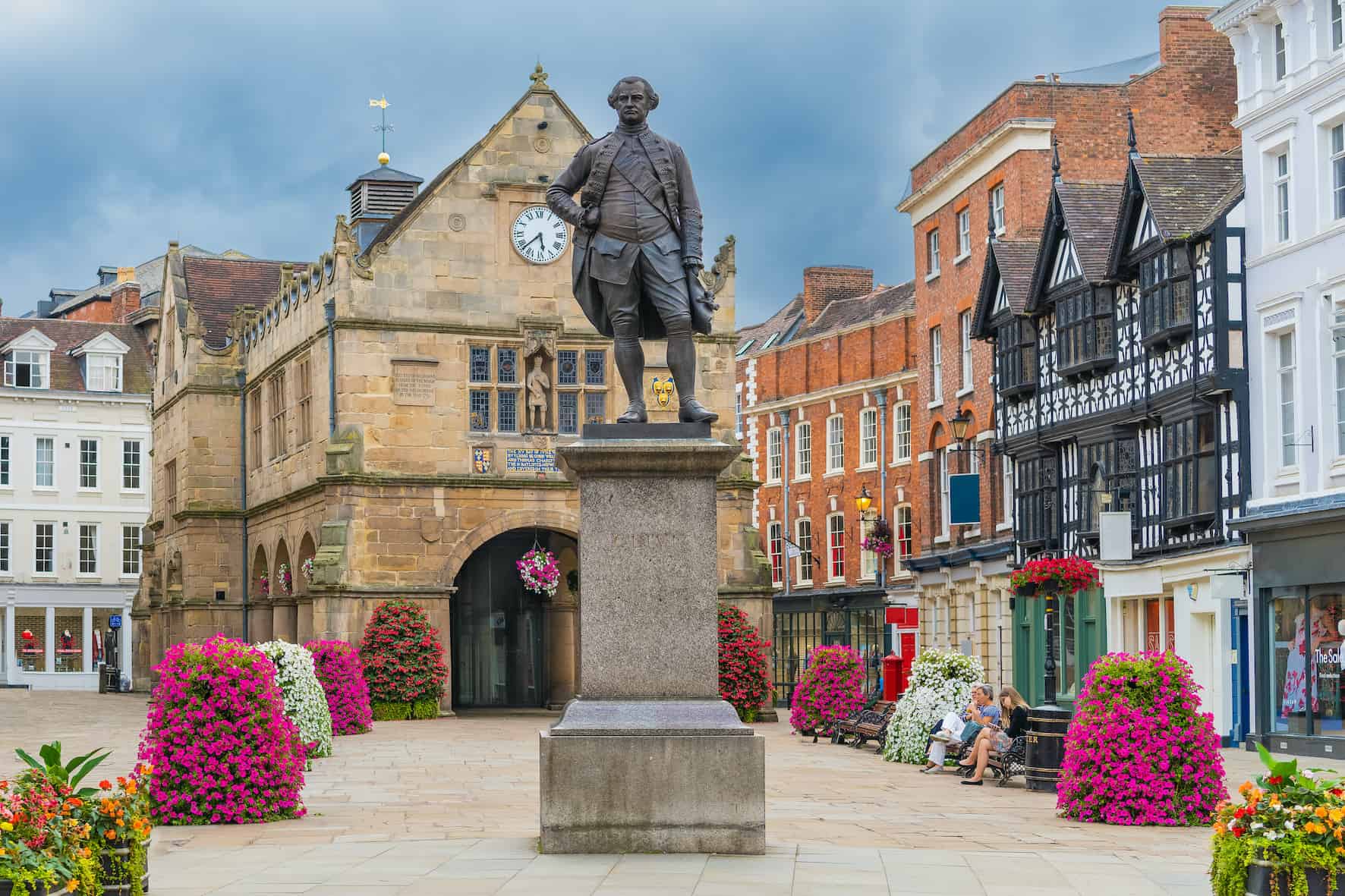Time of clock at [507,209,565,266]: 5:38
